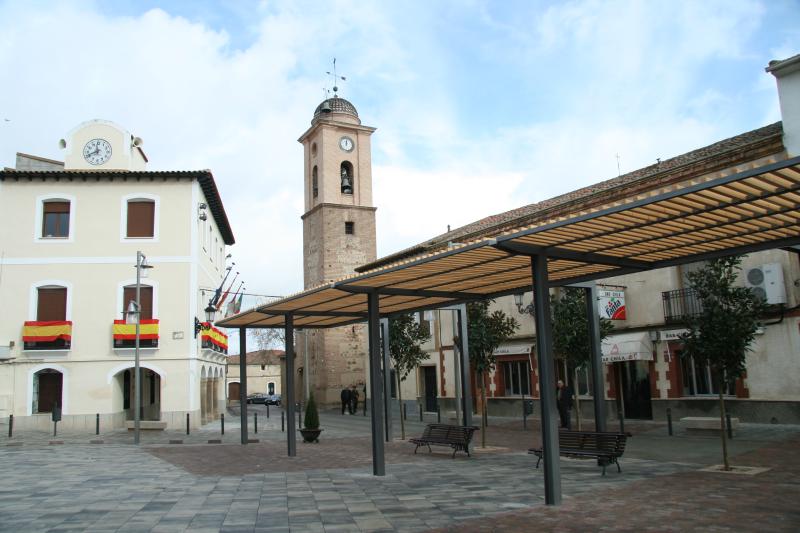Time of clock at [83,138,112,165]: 11:41
